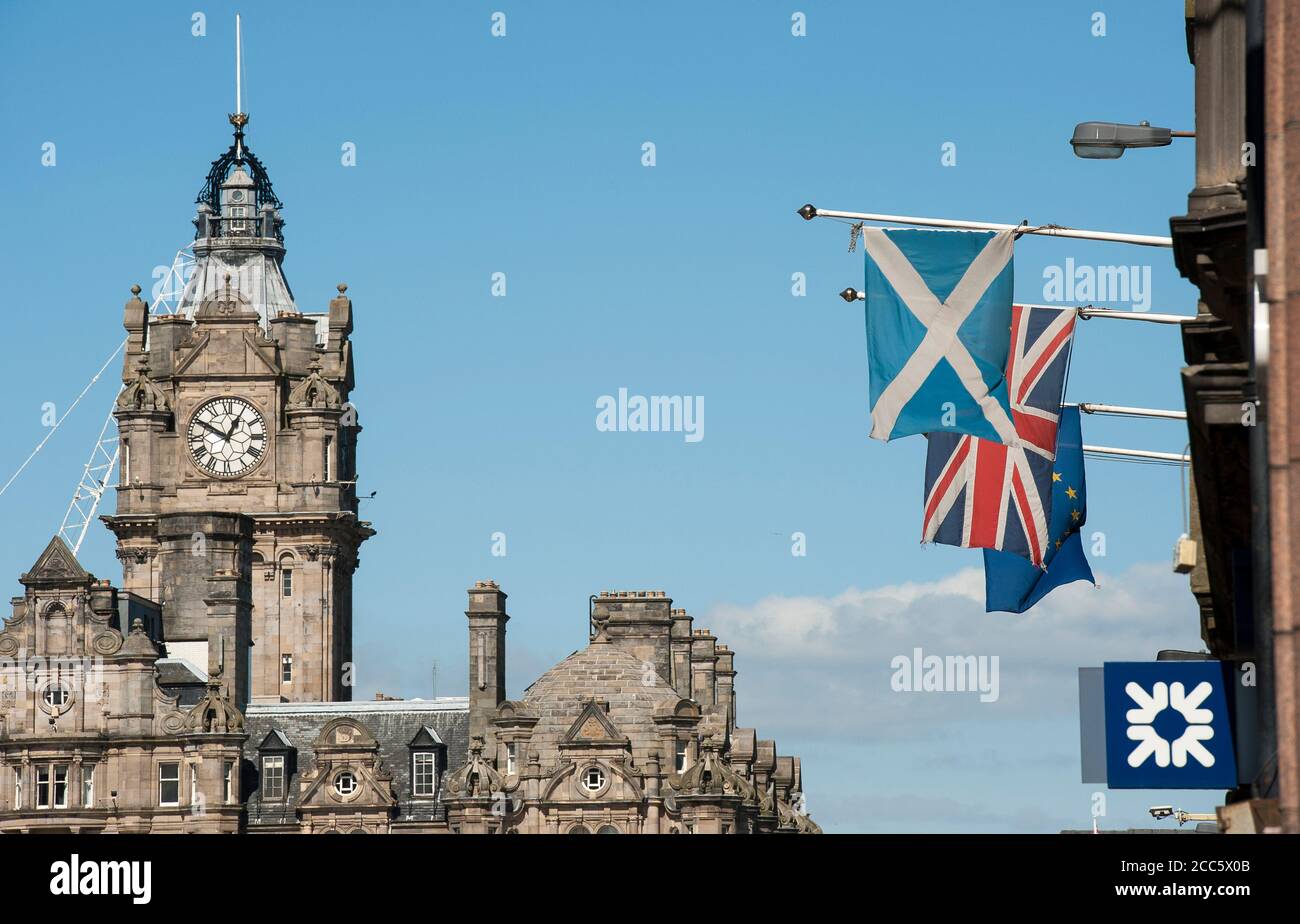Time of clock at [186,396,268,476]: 12:50
